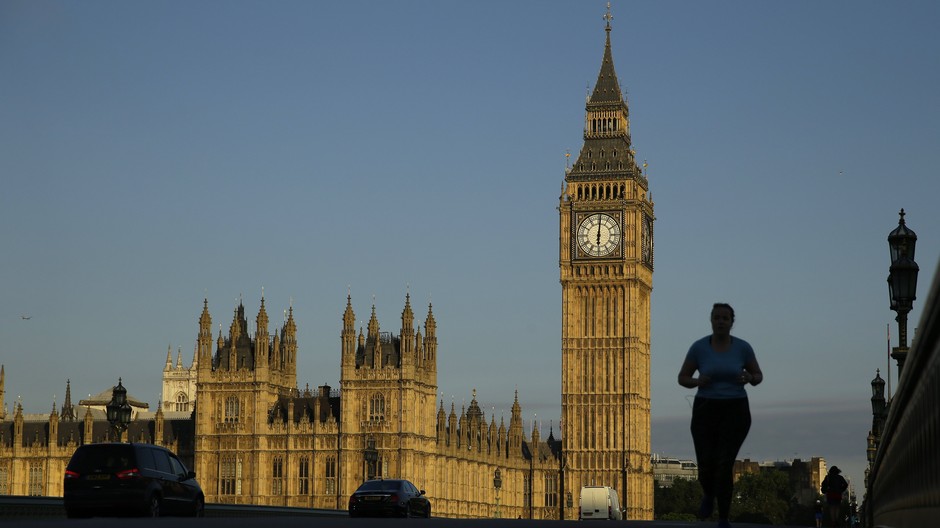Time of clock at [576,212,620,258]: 6:00
